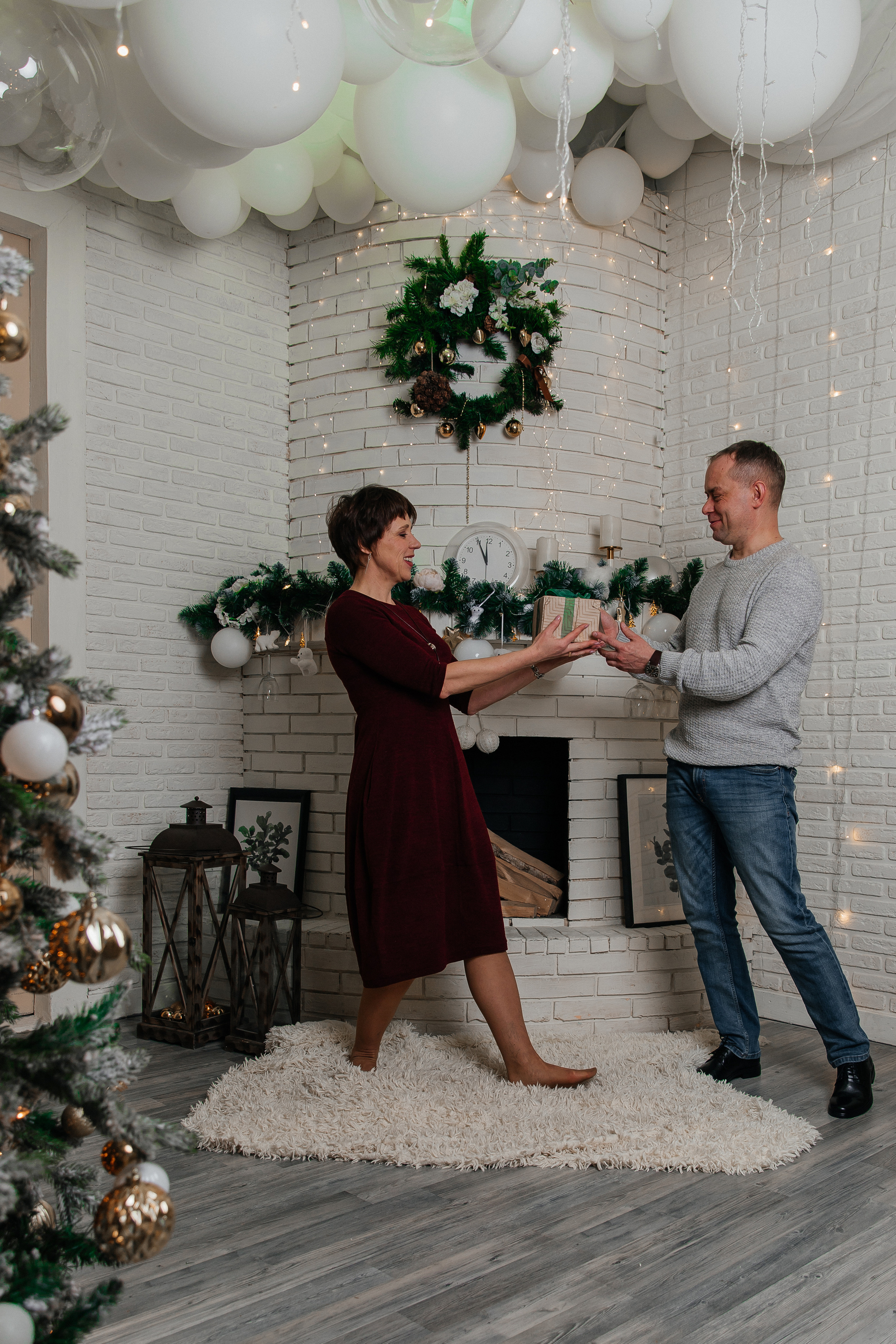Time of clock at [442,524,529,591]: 11:55
